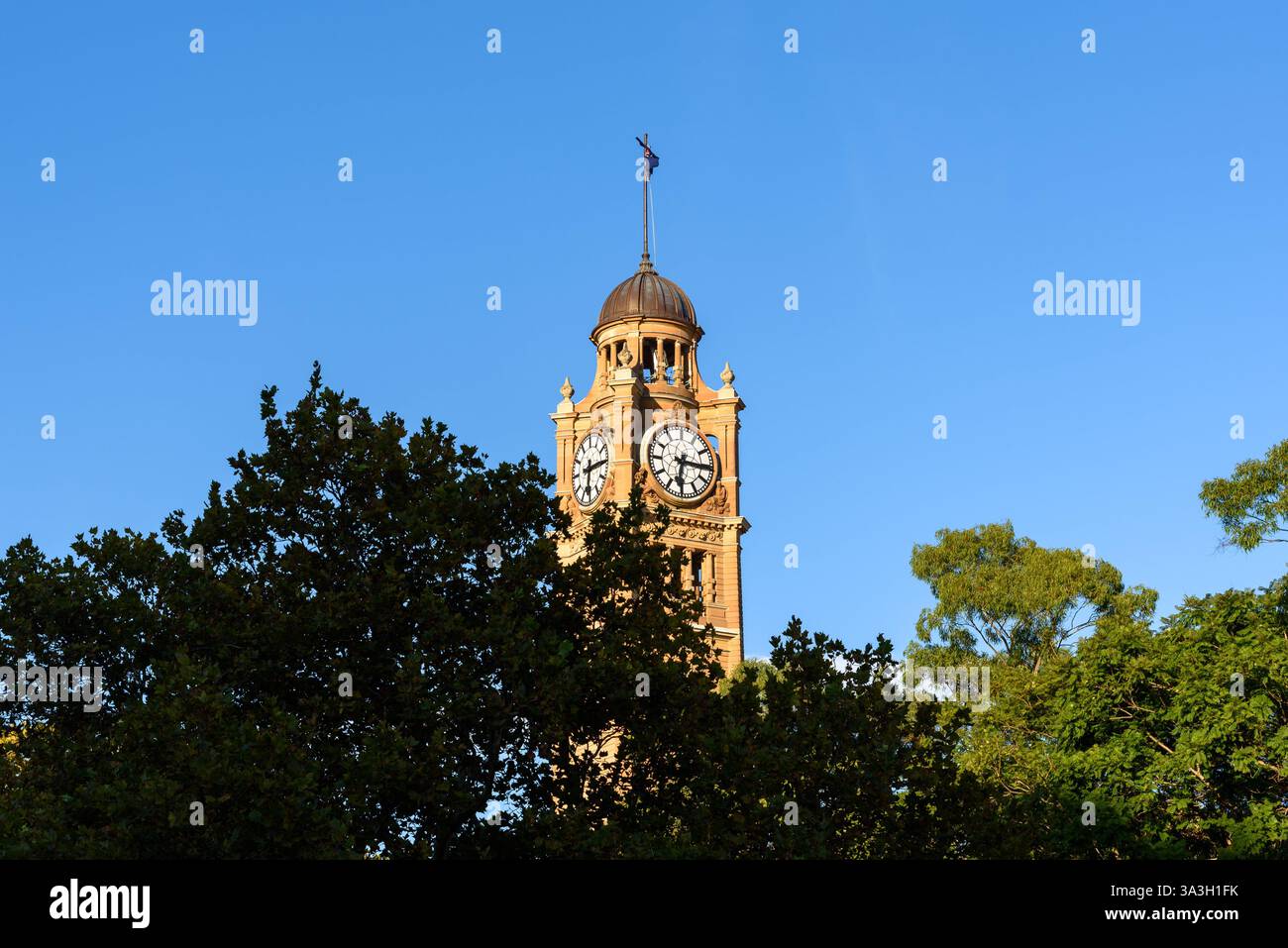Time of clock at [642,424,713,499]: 6:15
